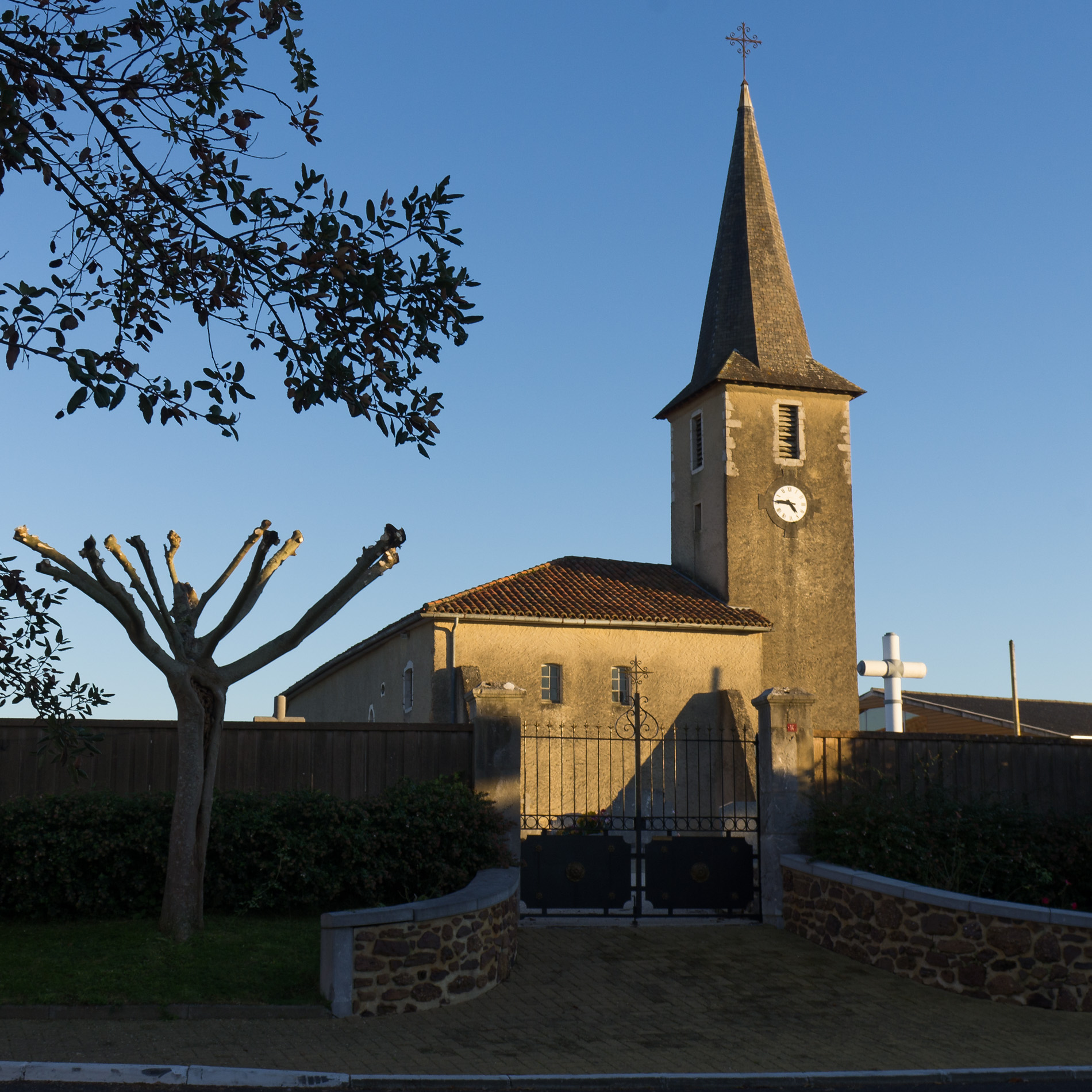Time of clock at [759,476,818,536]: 4:45
